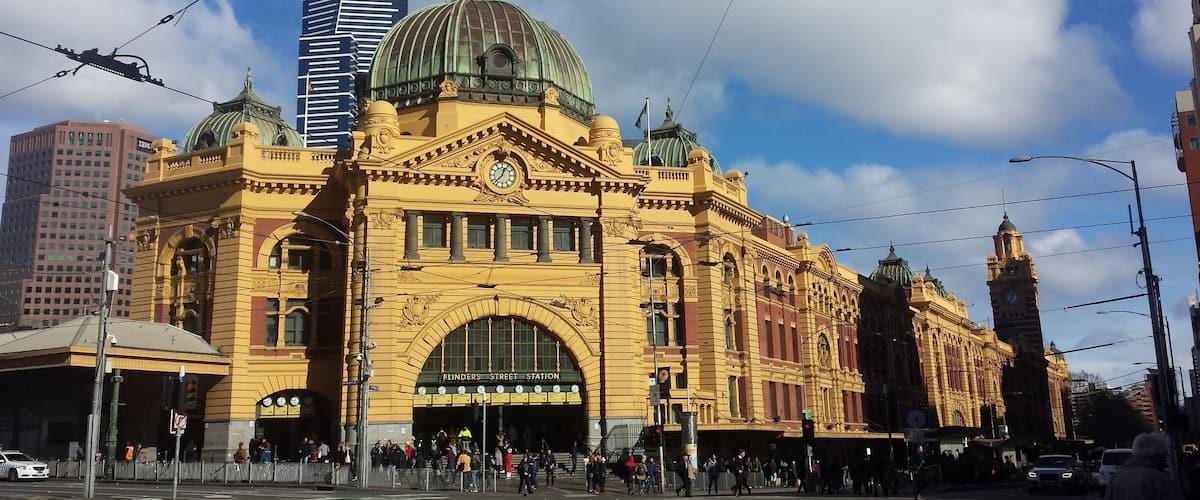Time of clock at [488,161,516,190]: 12:37
